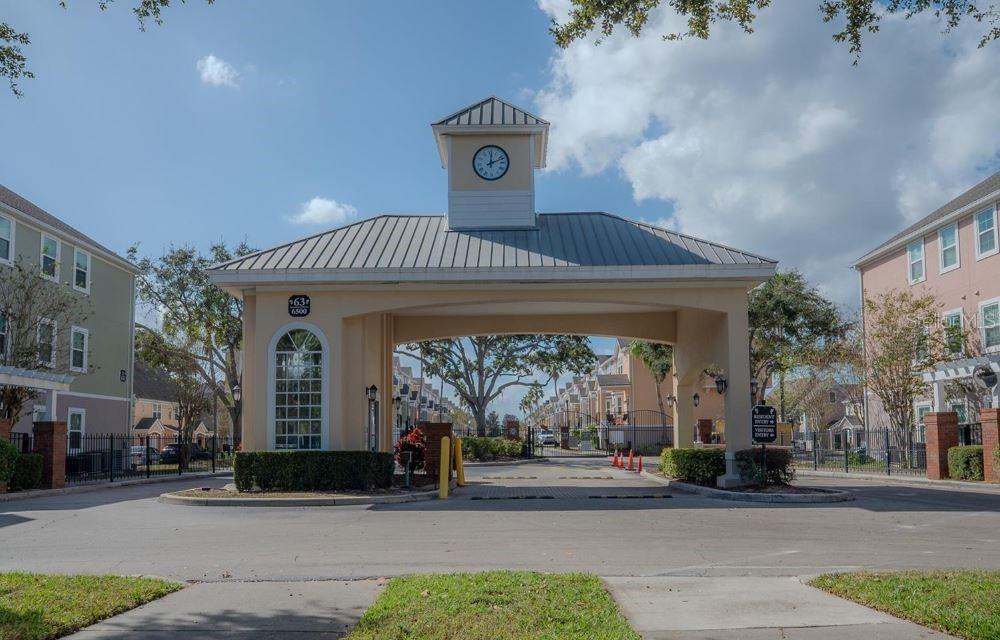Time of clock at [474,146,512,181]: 12:11
